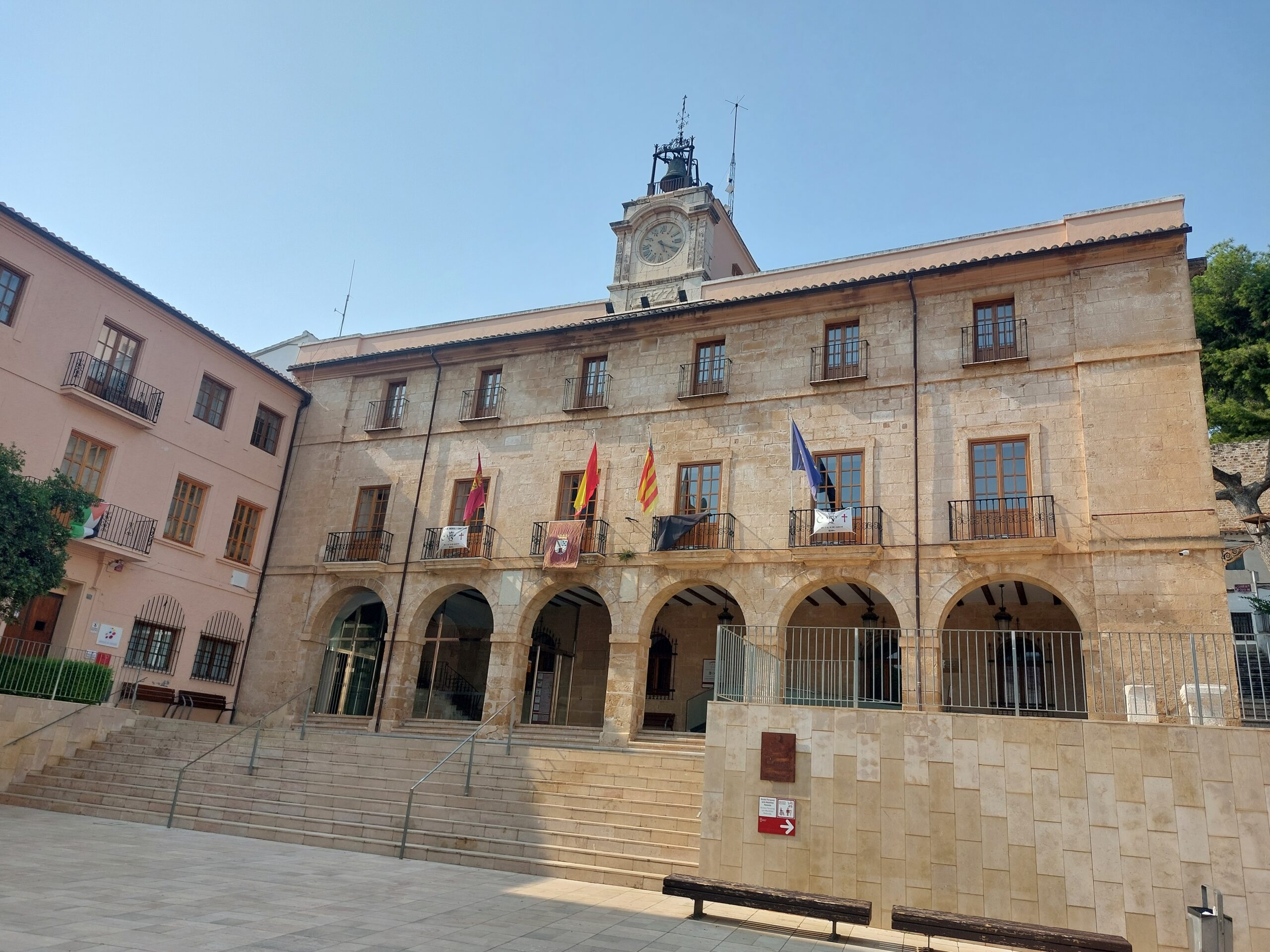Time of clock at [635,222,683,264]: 5:19
